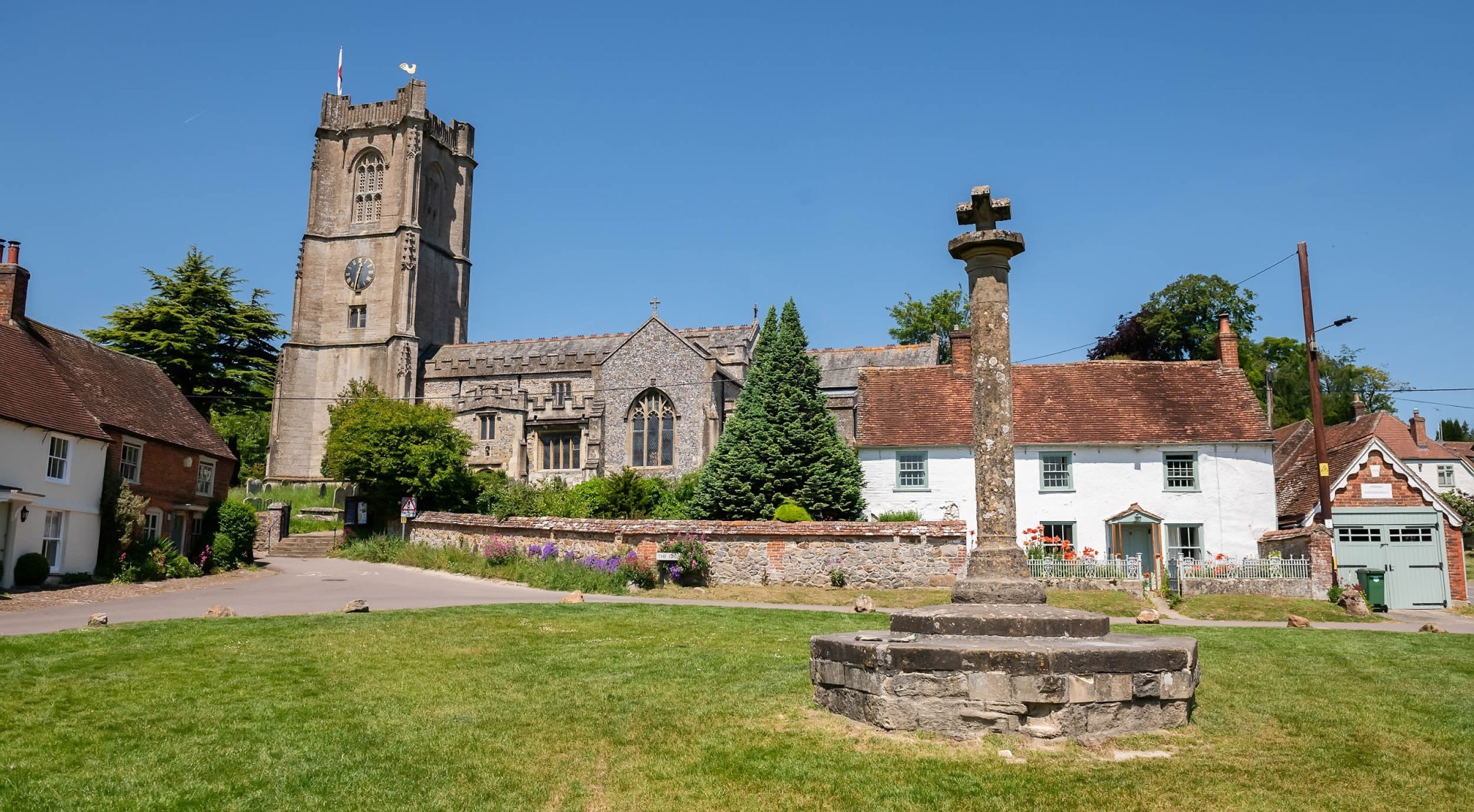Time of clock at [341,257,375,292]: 12:31
